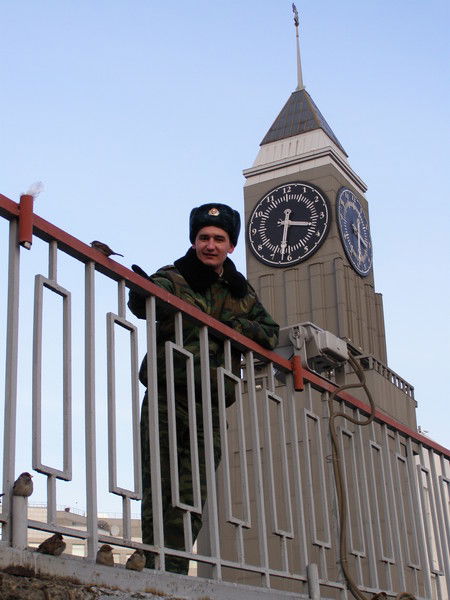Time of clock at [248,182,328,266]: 3:32
